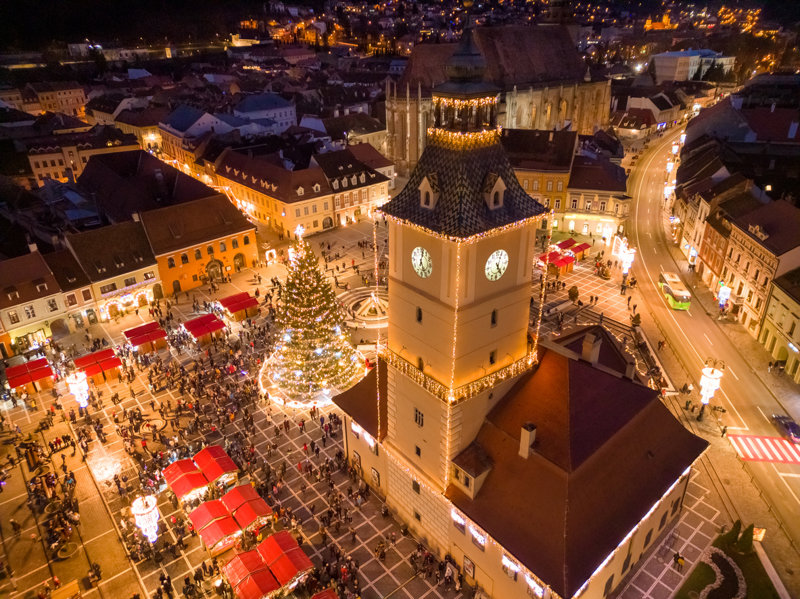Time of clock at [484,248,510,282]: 5:03
